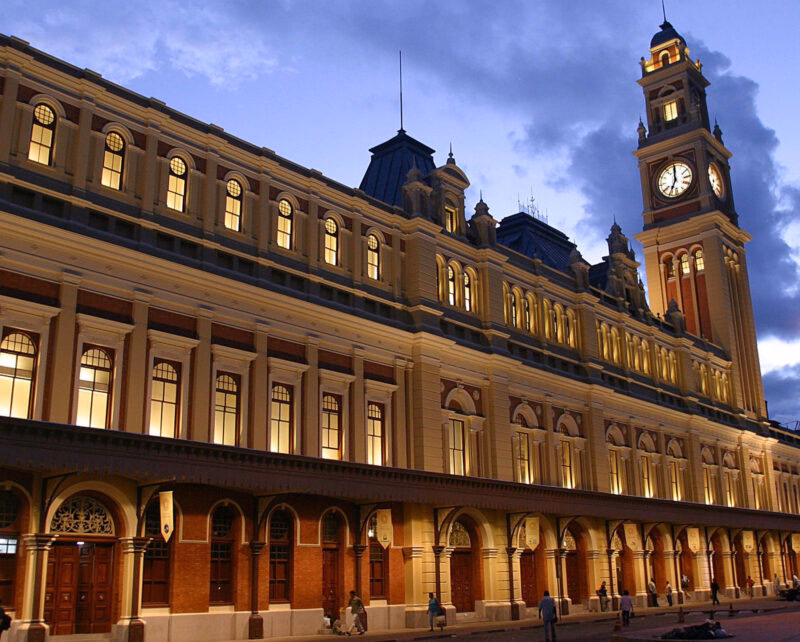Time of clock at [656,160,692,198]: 7:00
